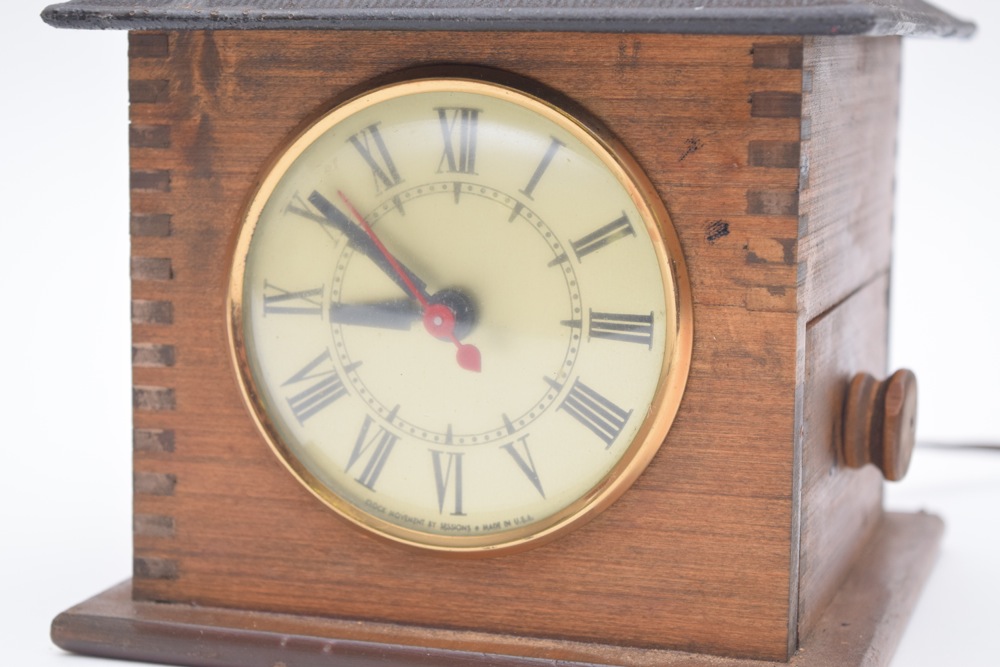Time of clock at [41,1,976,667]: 8:50
